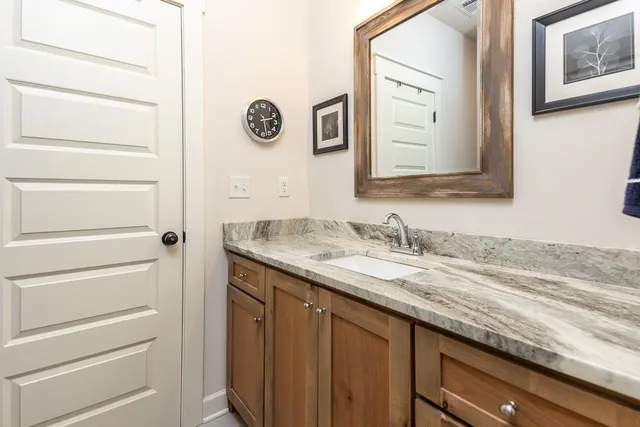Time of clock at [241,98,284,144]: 2:28
